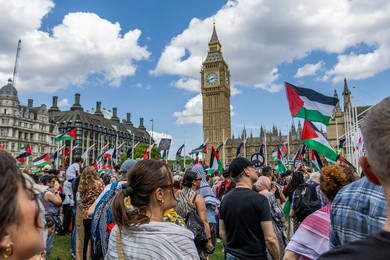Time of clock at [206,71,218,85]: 2:42
